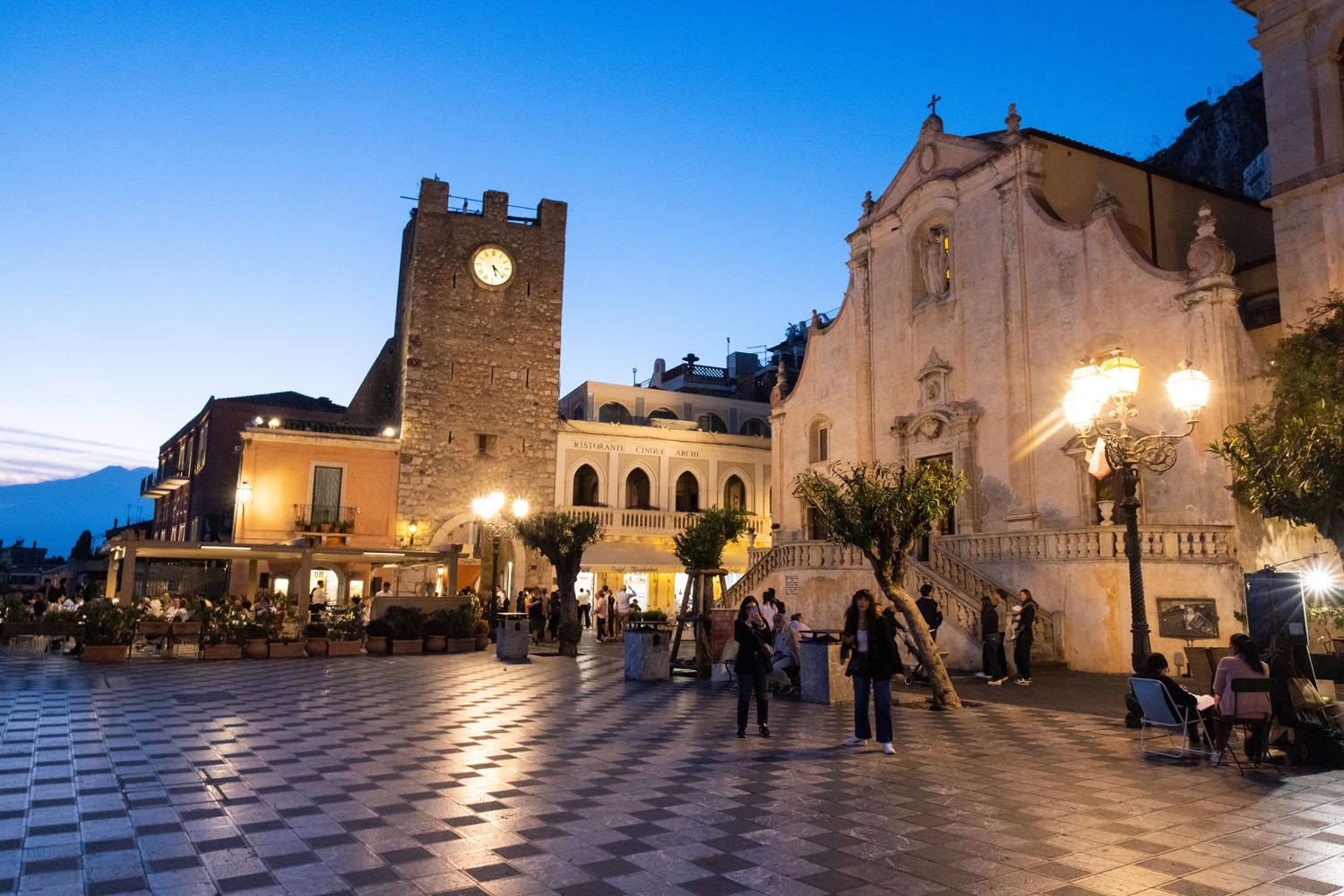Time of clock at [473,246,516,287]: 5:22
